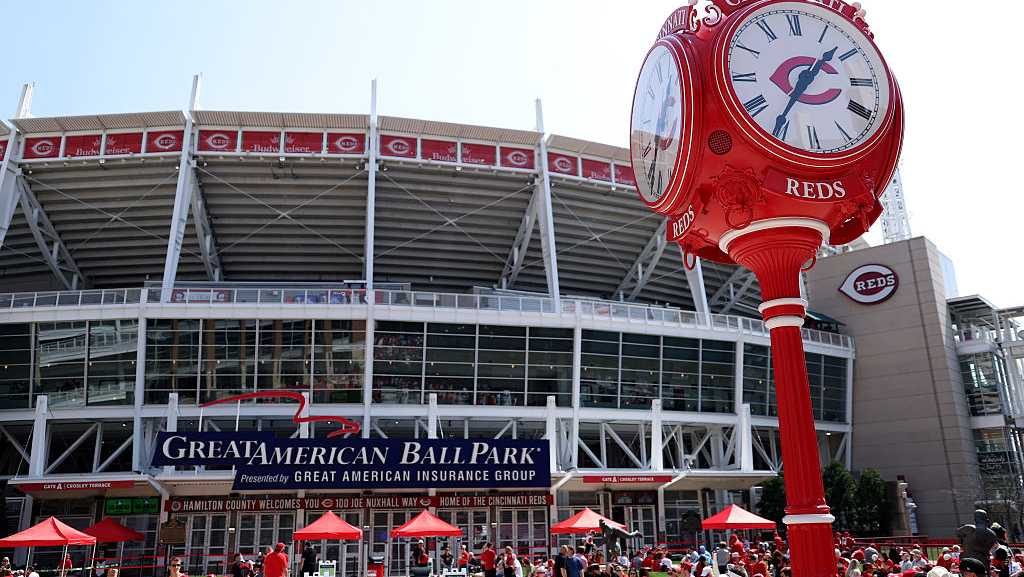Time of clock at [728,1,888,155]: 1:35
